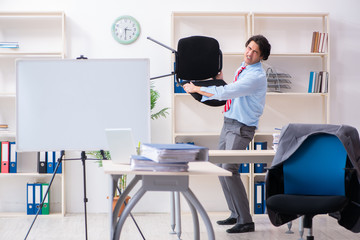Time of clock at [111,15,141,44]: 3:29
